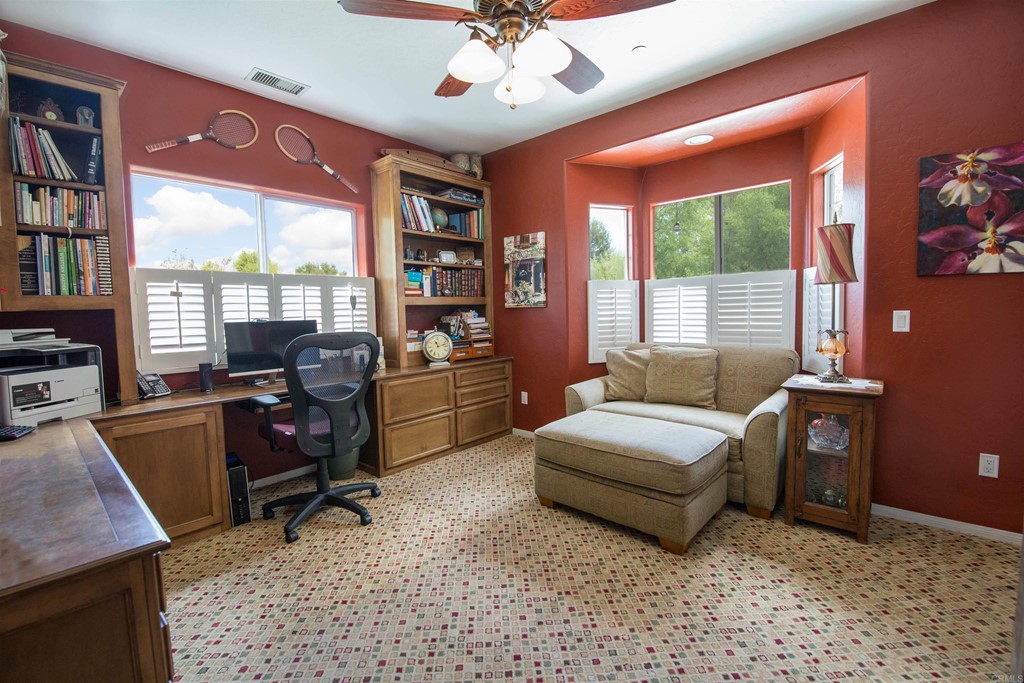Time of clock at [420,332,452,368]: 11:12
